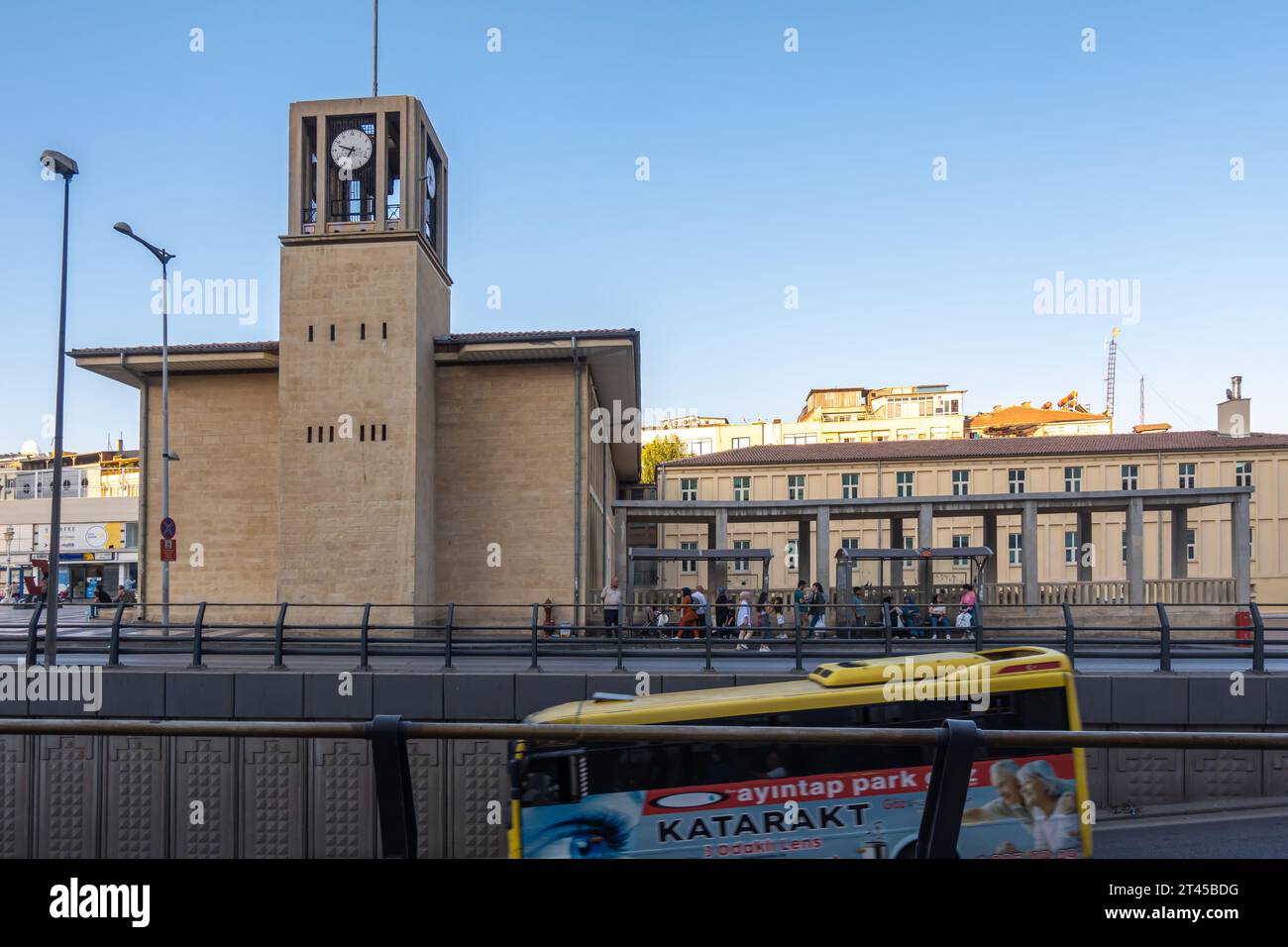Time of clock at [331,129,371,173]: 6:47
